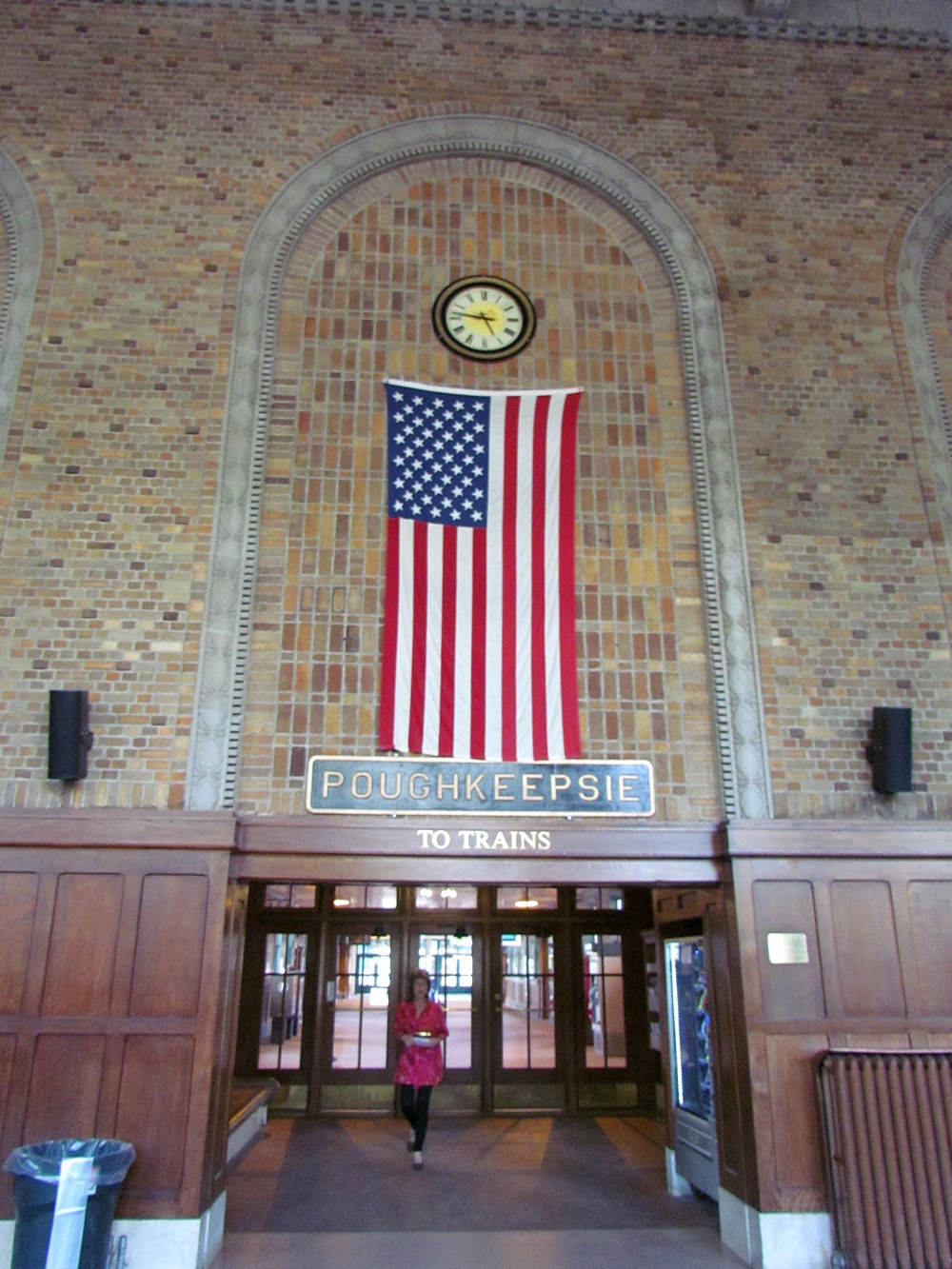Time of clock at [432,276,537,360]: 4:46
